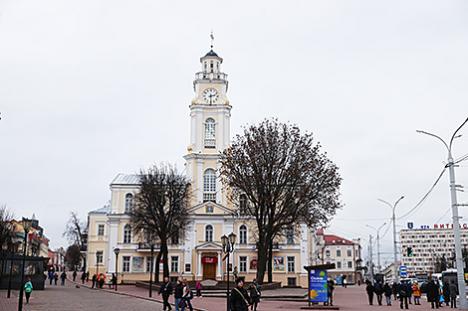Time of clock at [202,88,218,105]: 2:29
